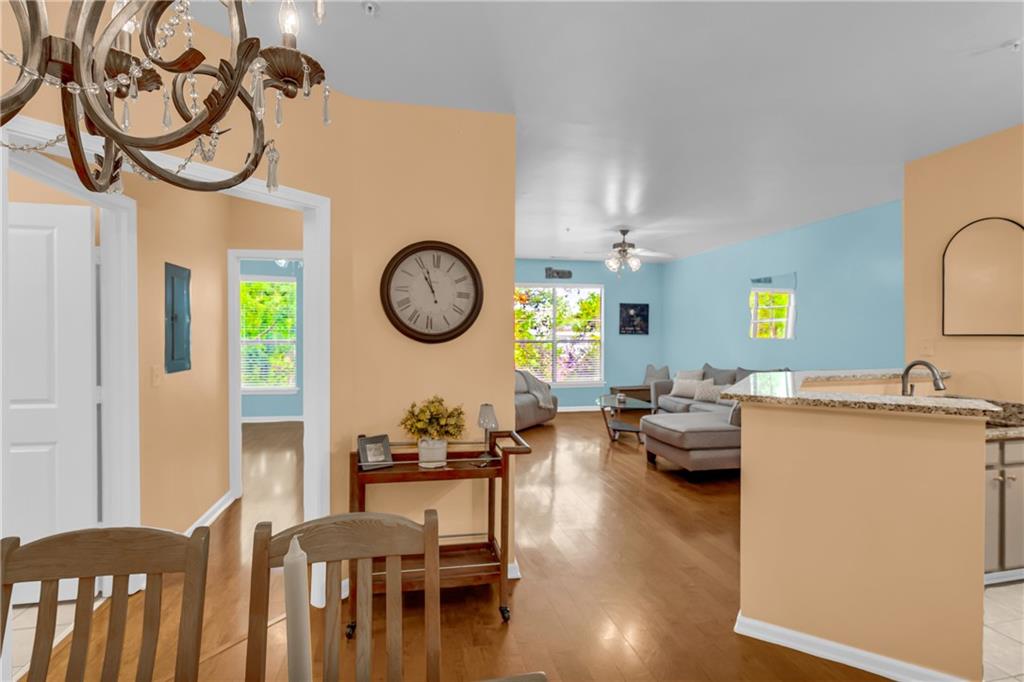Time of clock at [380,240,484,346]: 10:56
